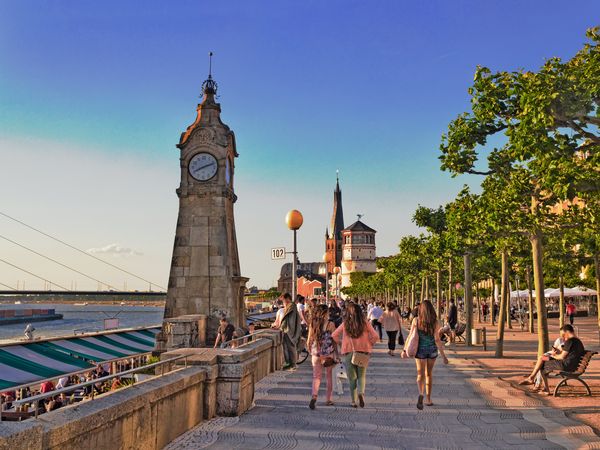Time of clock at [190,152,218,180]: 8:11
